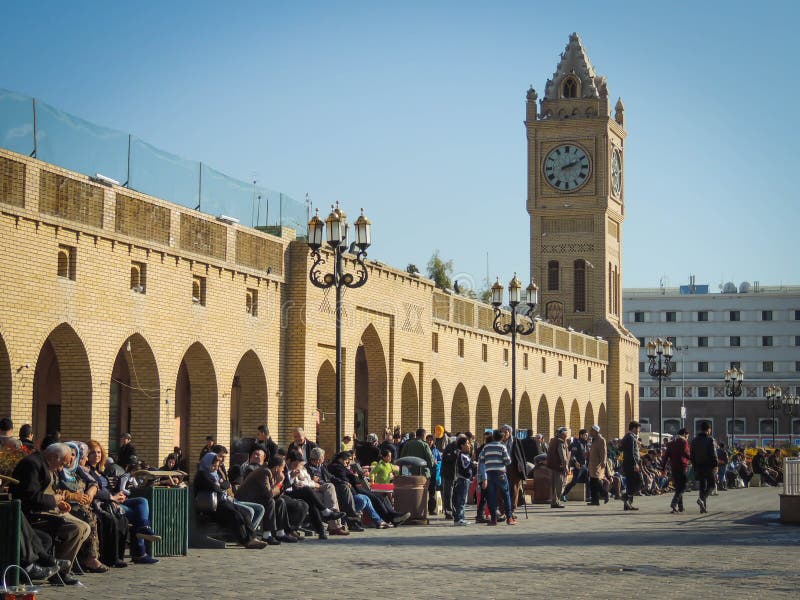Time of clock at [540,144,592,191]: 2:11
